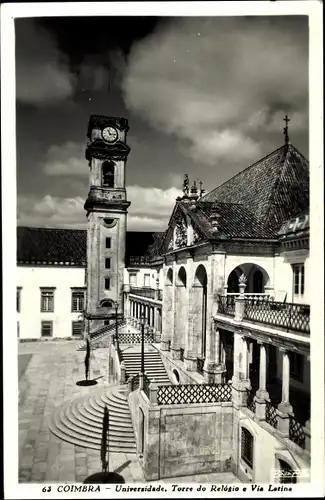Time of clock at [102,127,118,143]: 11:14
